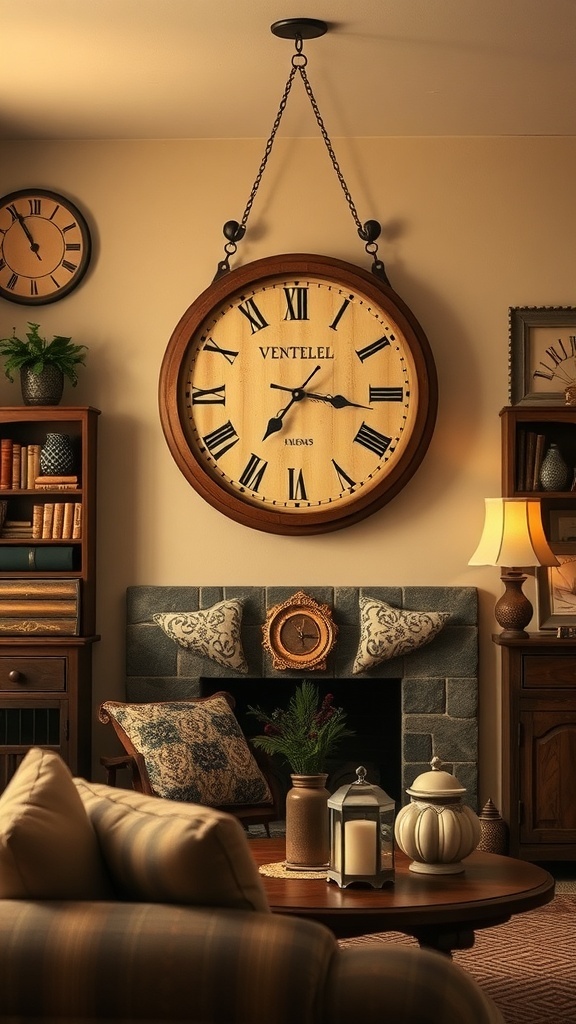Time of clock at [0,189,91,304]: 10:55
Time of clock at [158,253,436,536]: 7:16
